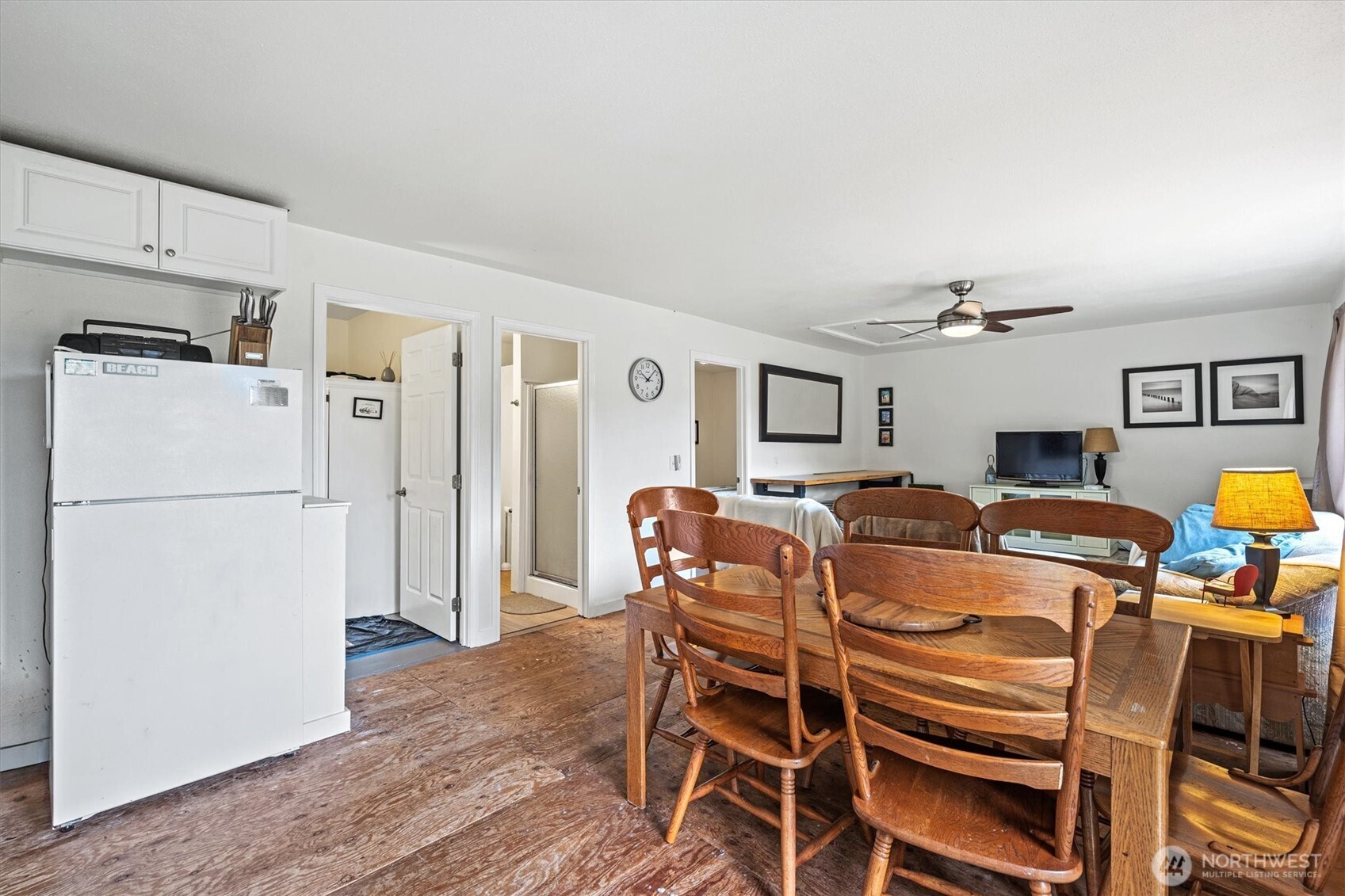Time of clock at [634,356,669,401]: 10:07
